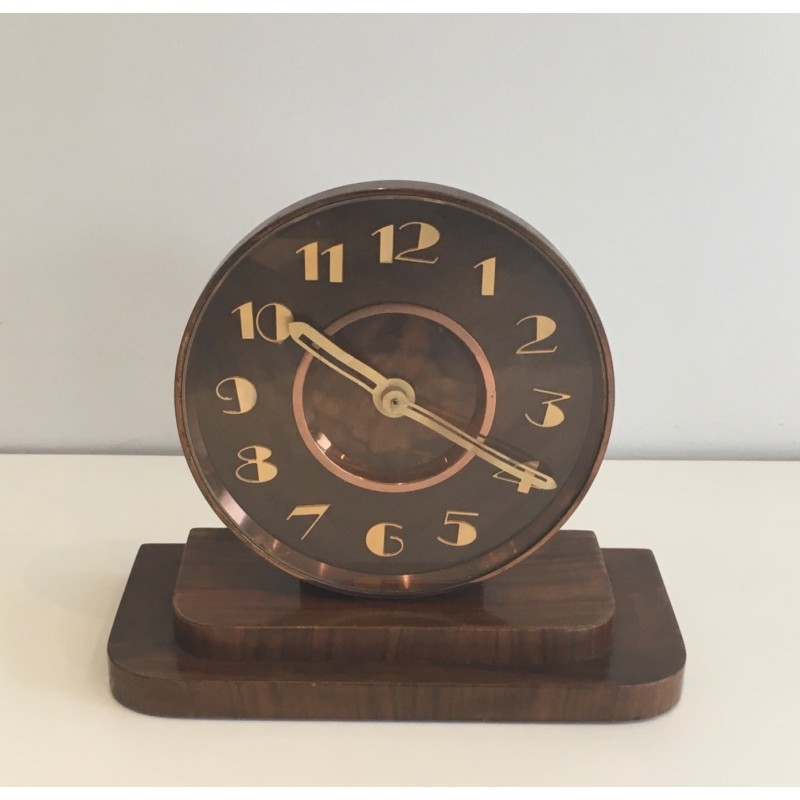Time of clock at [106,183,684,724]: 10:19
